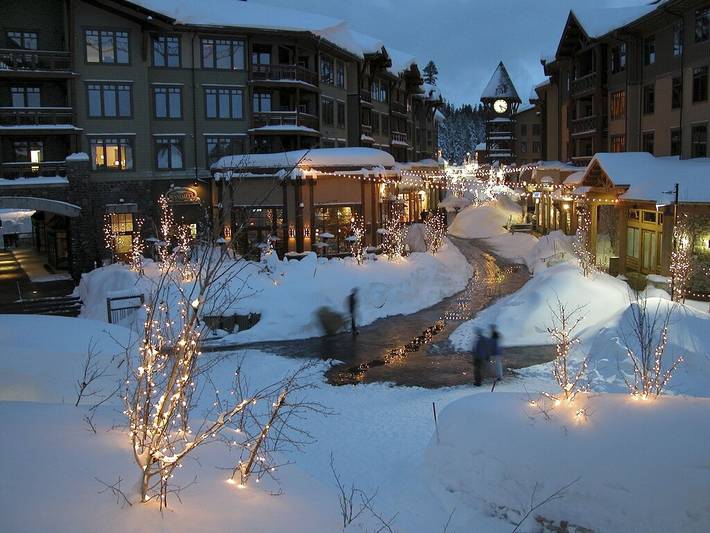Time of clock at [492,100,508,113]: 5:18
